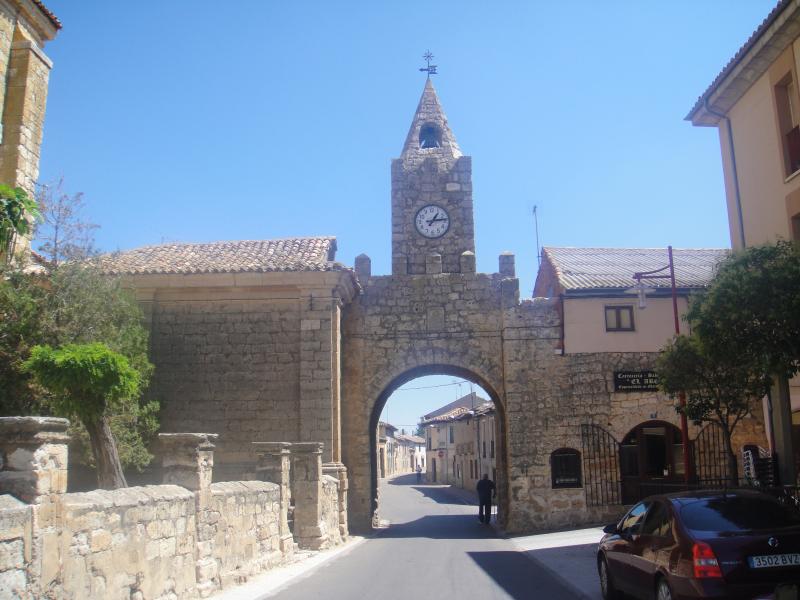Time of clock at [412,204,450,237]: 1:13
